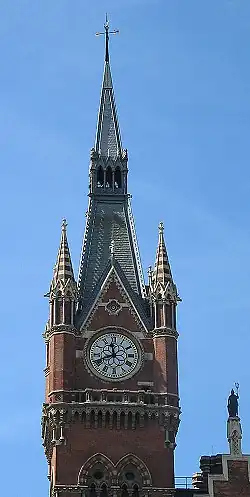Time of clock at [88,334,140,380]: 11:41
